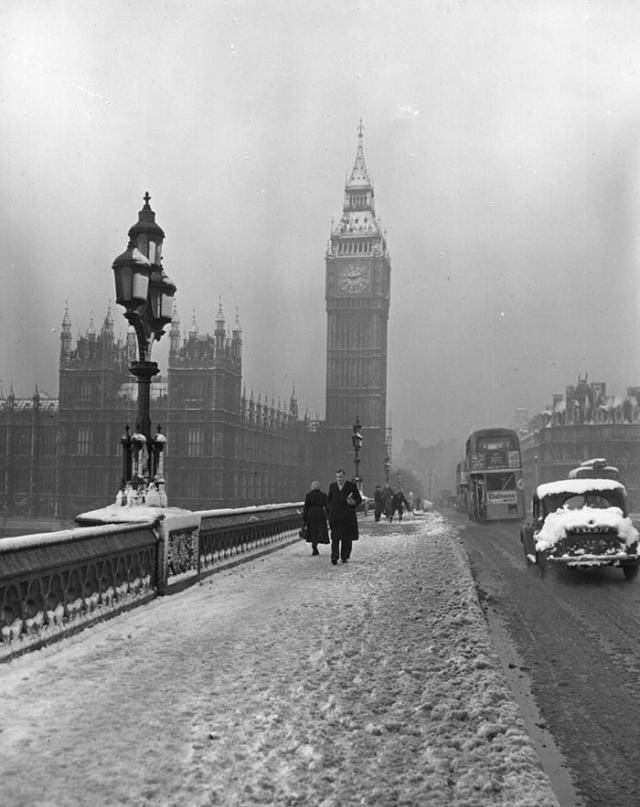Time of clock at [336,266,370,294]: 9:12
